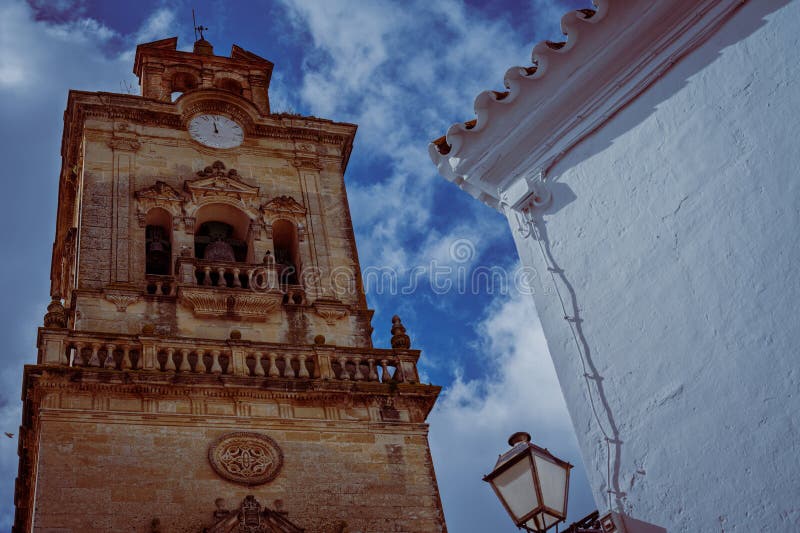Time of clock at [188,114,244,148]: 11:58
